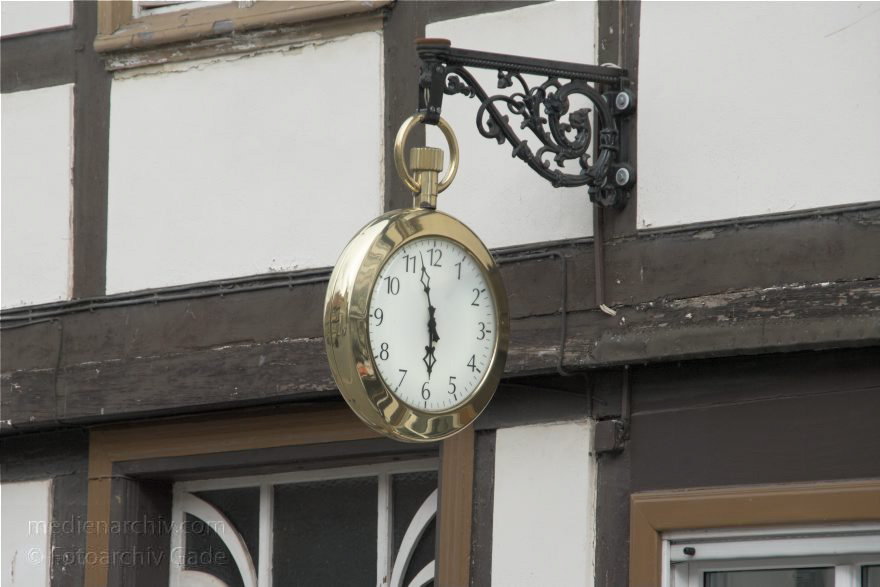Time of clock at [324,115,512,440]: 5:58
